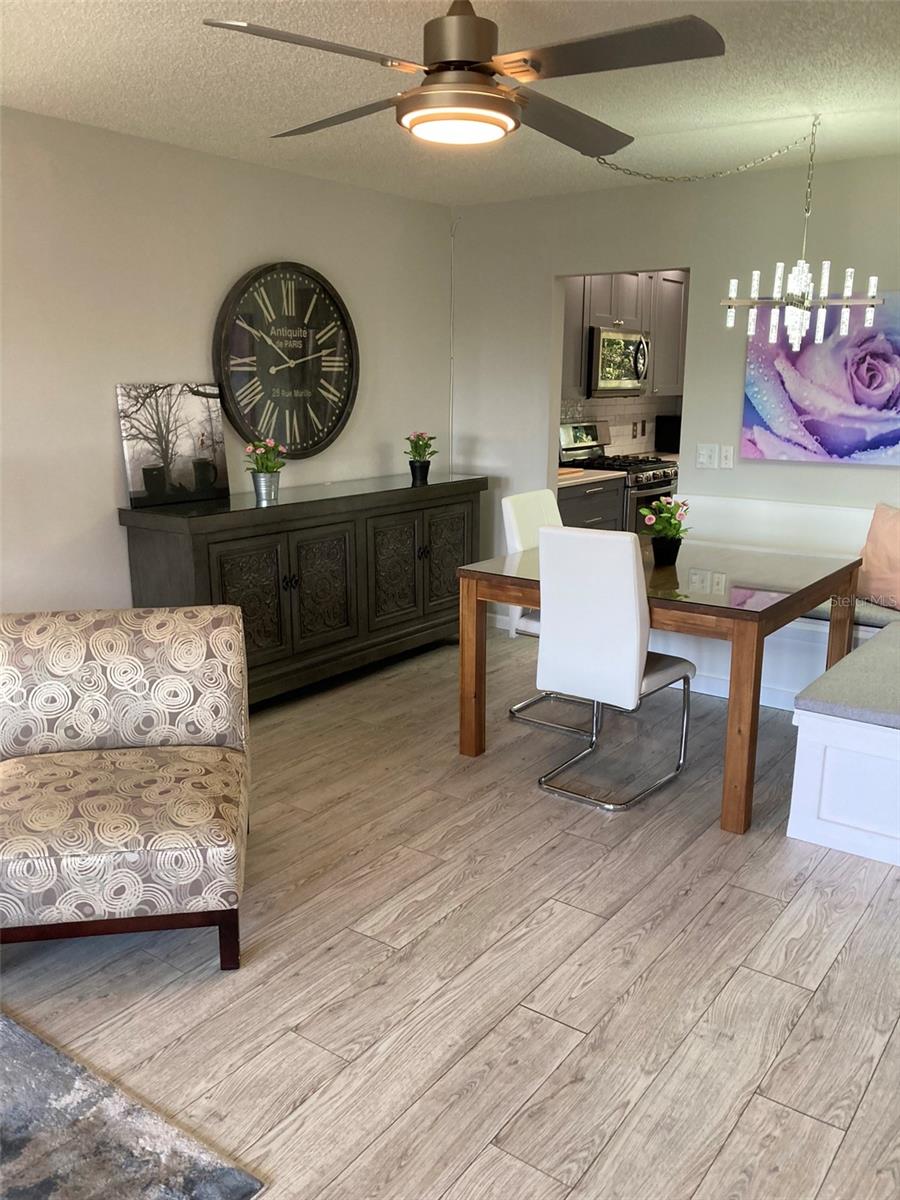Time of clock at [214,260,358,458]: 12:50
